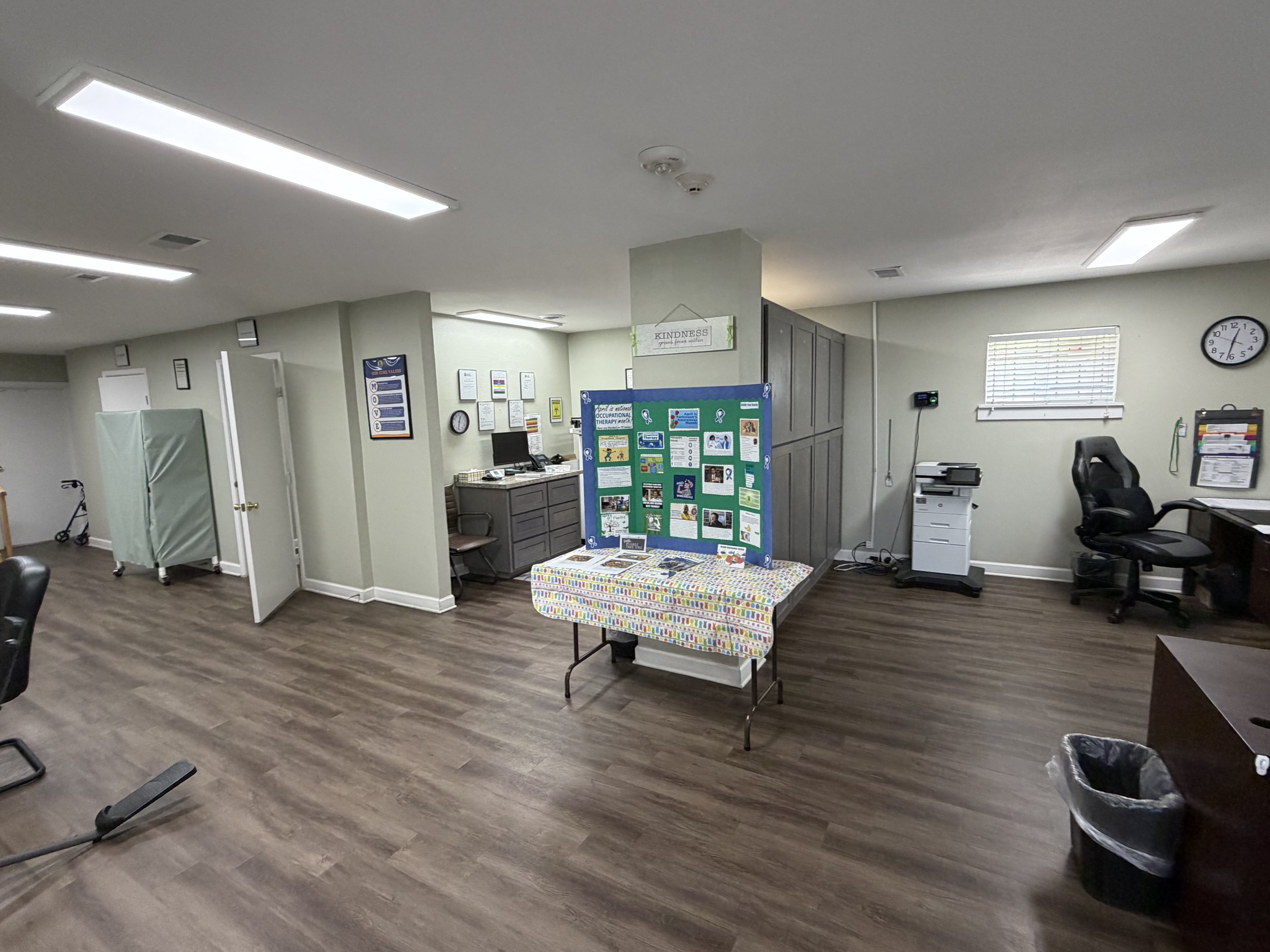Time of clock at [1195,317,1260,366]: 12:32
